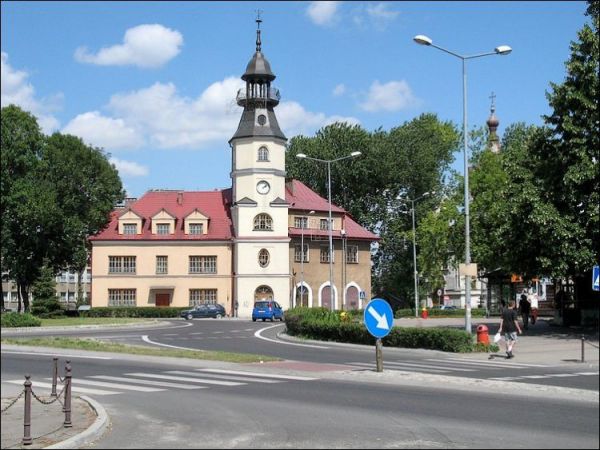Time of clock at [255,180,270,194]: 2:07
